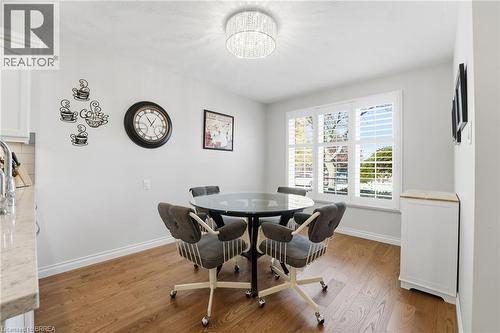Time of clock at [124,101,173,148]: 12:54
